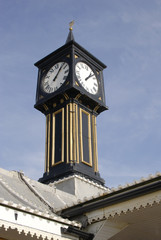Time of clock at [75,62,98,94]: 1:07
